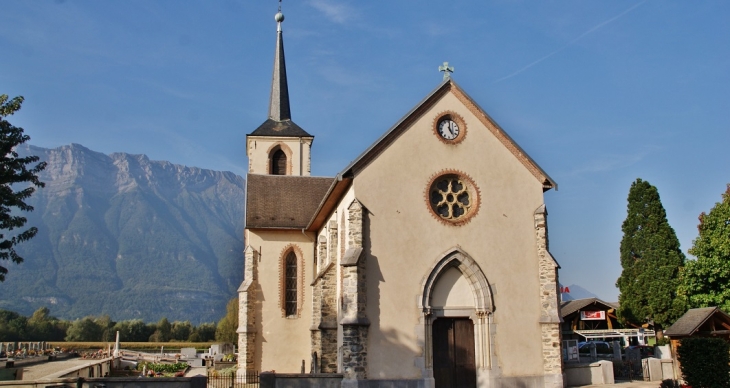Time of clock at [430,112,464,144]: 5:00
